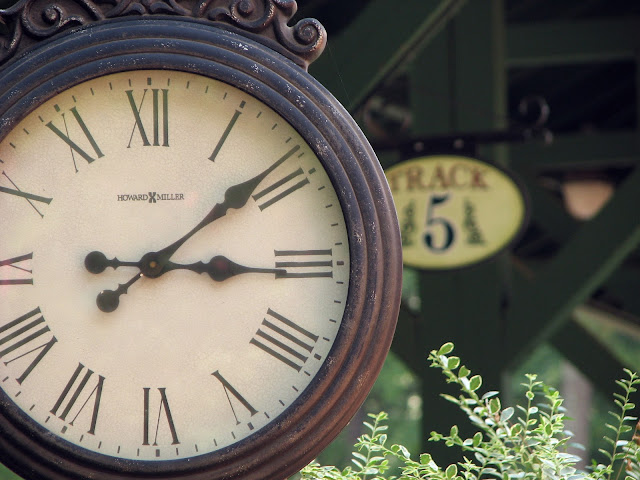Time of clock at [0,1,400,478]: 3:08
